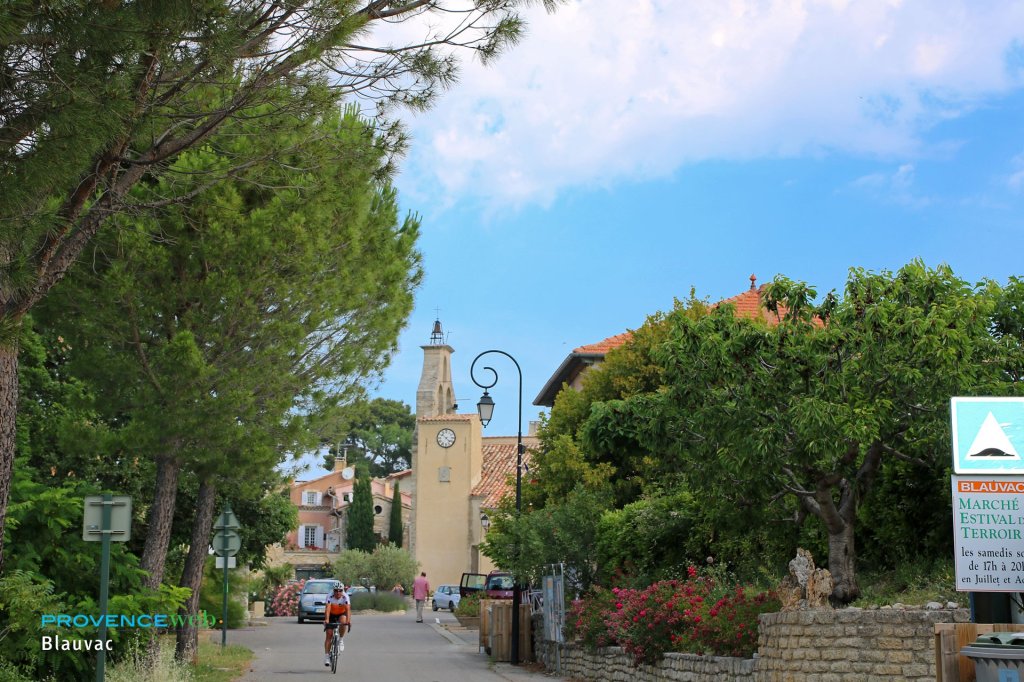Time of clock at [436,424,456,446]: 10:22
